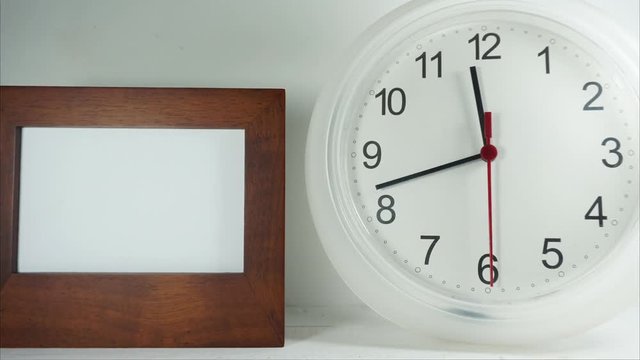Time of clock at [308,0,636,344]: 11:42
